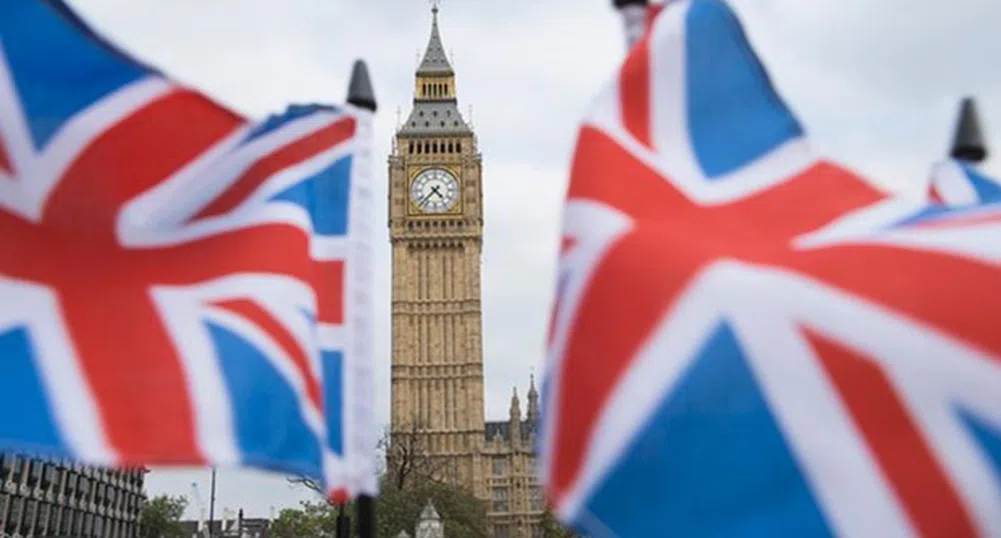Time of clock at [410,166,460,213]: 4:37
